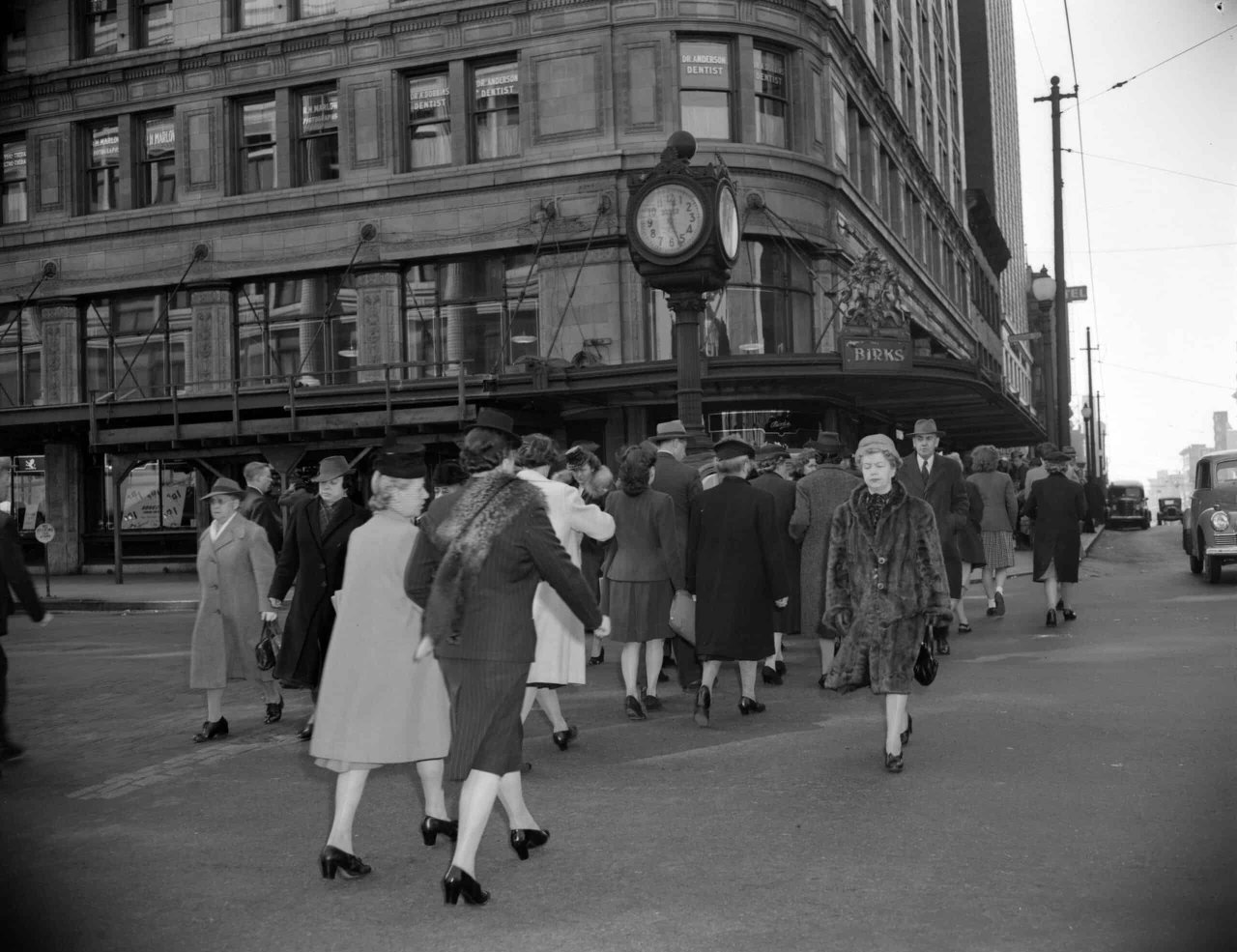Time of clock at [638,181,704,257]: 12:26
